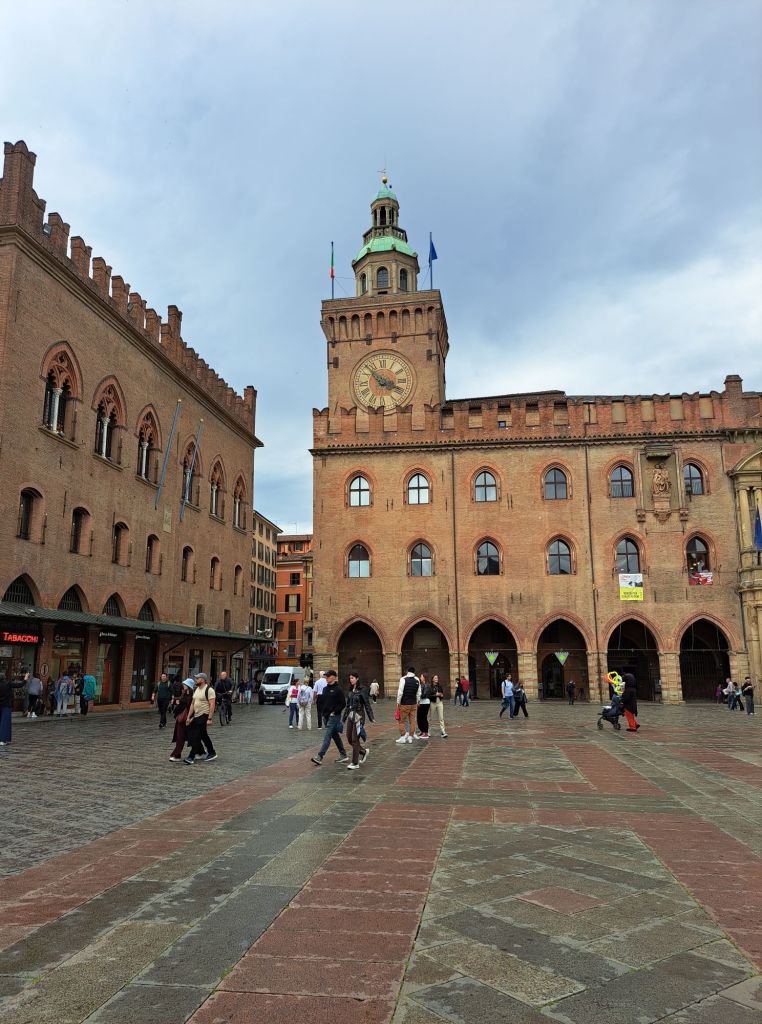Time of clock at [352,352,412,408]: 3:52
